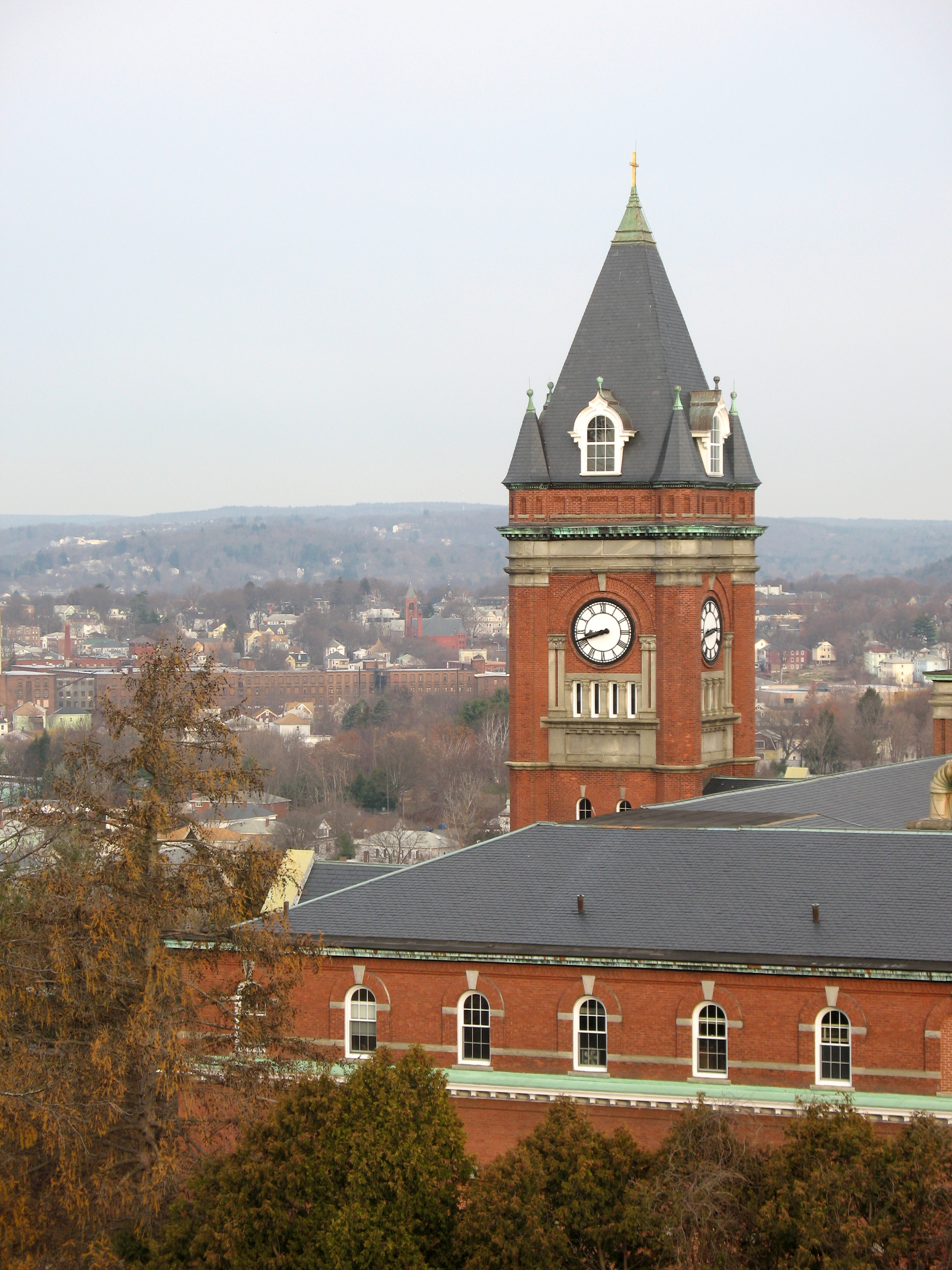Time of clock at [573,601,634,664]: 8:41
